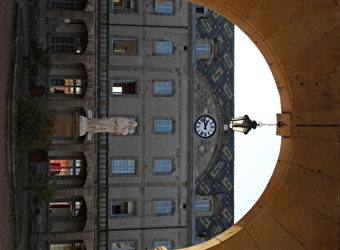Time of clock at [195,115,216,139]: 12:58
